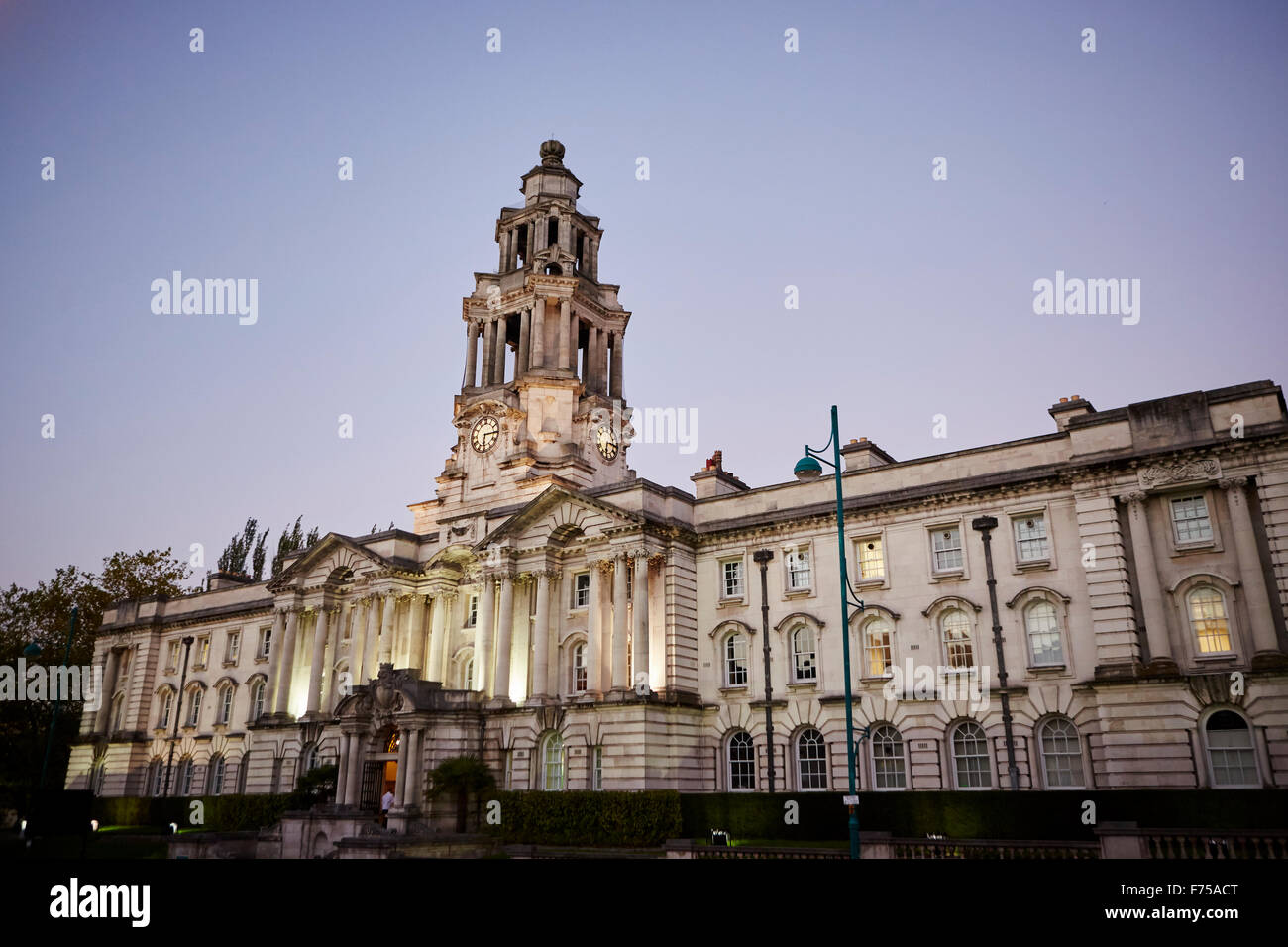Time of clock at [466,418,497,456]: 6:15
